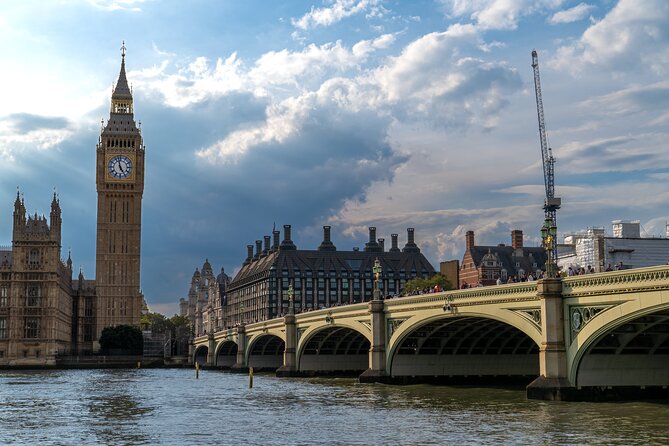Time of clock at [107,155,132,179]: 4:57
